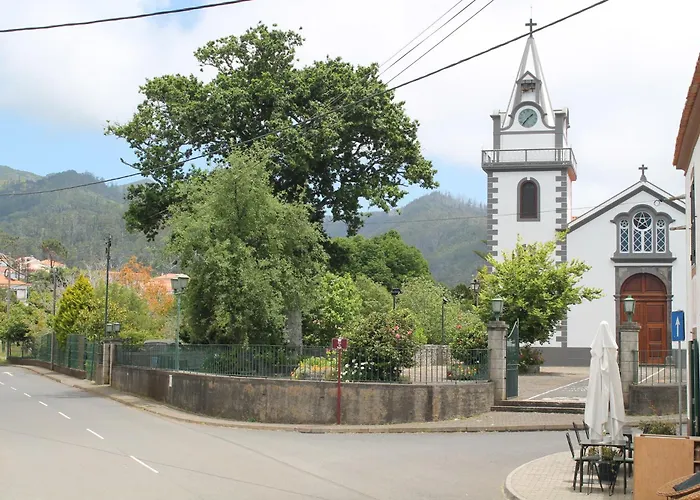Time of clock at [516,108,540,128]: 1:36
